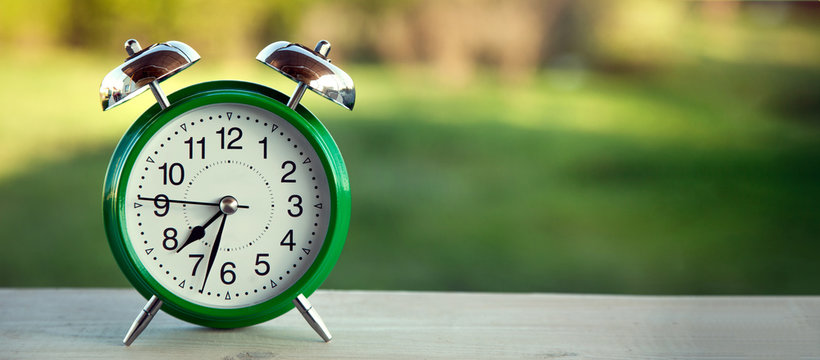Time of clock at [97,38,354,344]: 7:32
